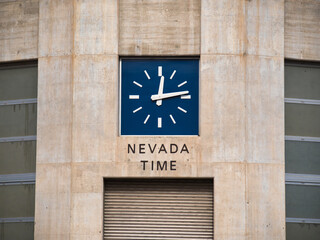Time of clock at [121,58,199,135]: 12:13
